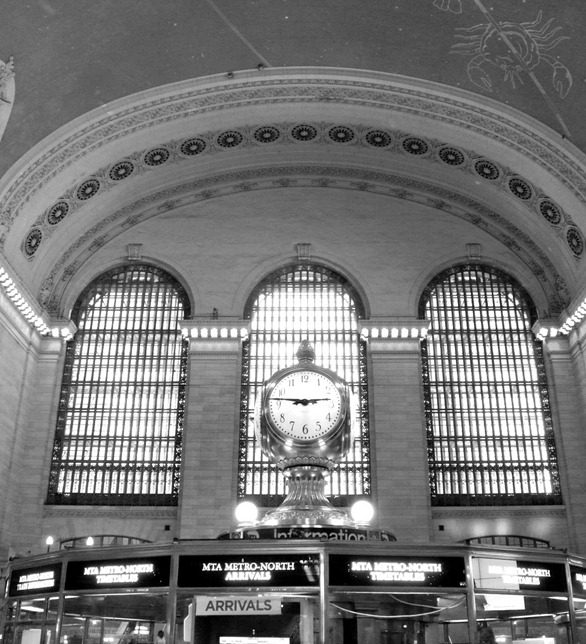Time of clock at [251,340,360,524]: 2:46
